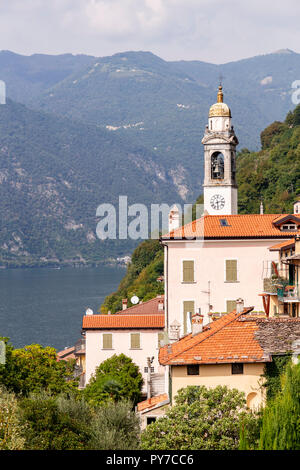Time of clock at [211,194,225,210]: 2:29
